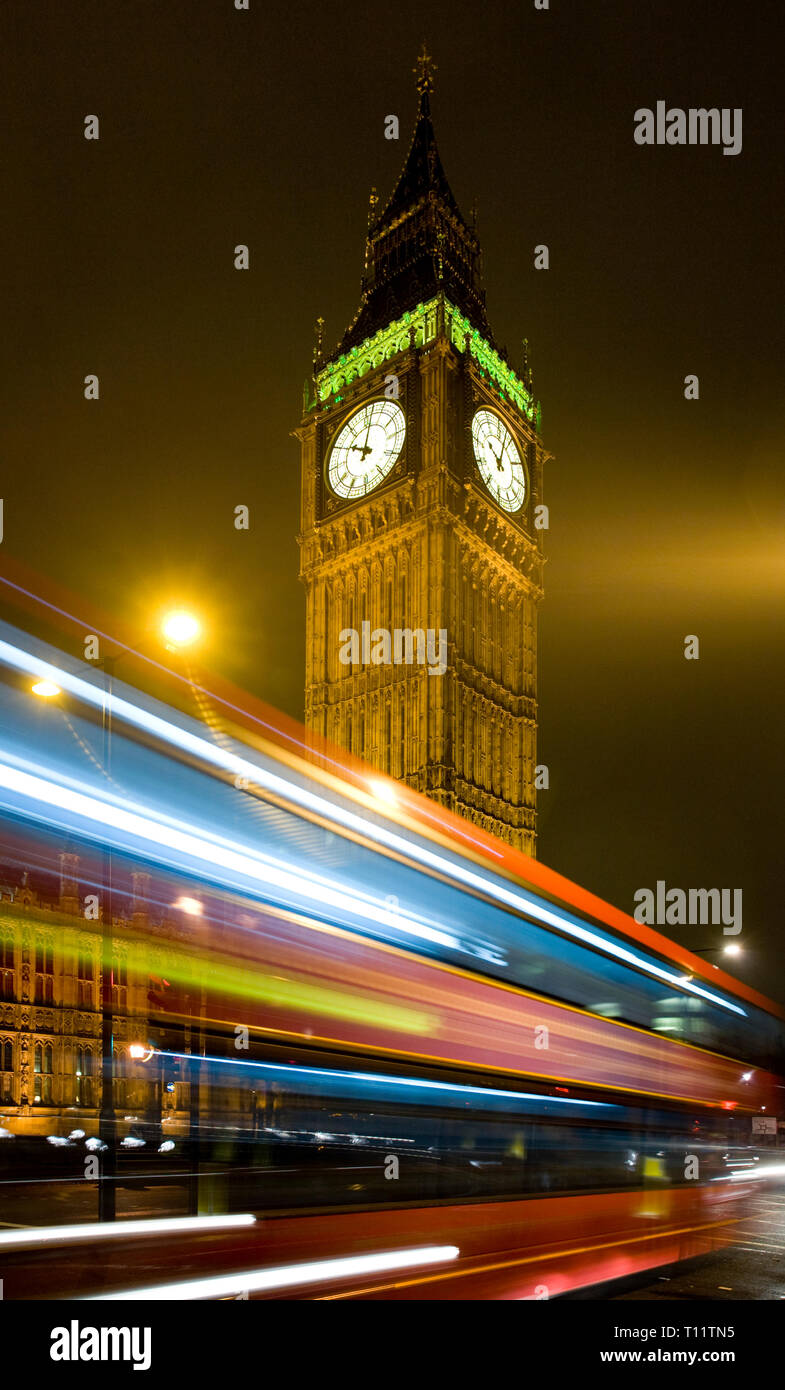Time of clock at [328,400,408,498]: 10:02
